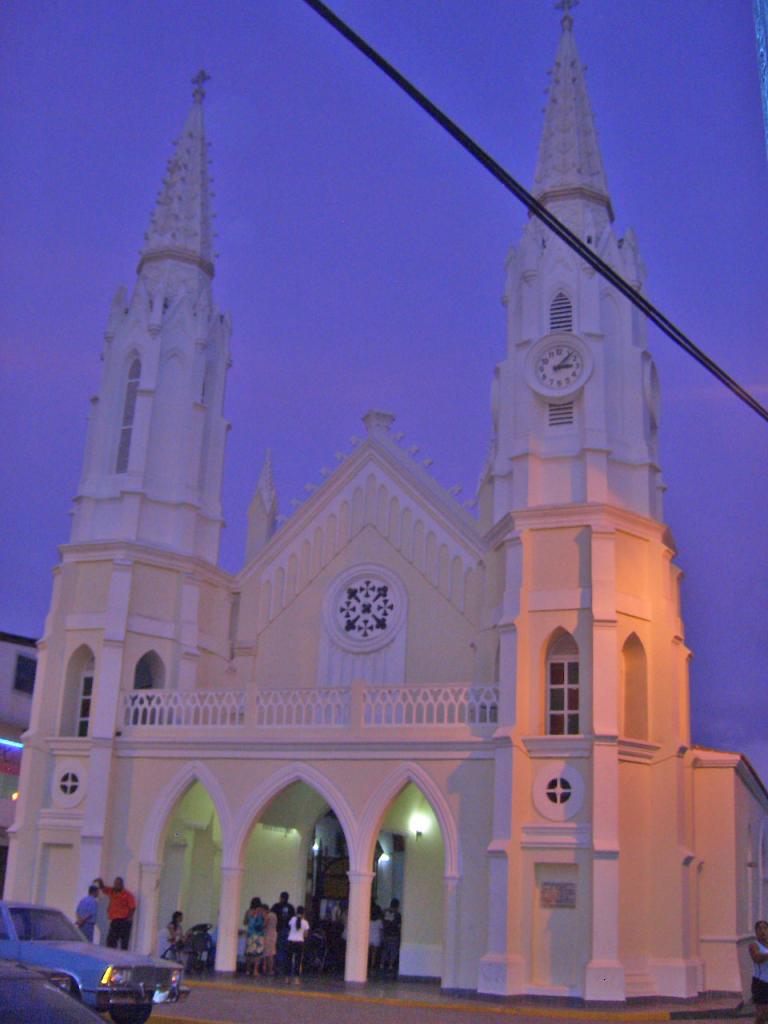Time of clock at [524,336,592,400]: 3:07
